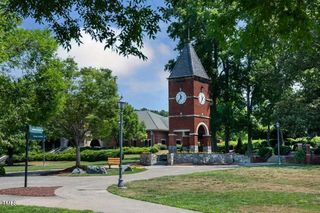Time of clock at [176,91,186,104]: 11:36
